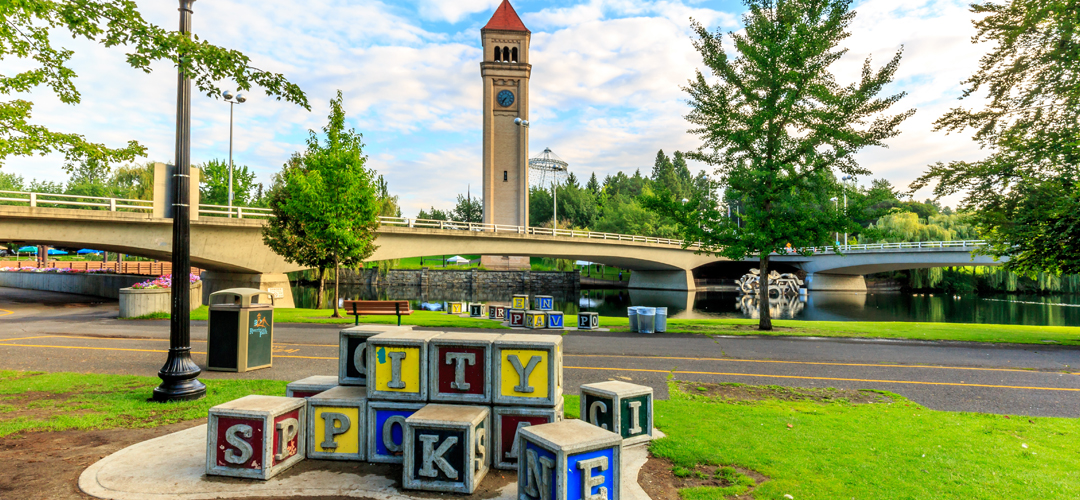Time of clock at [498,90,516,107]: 7:36
